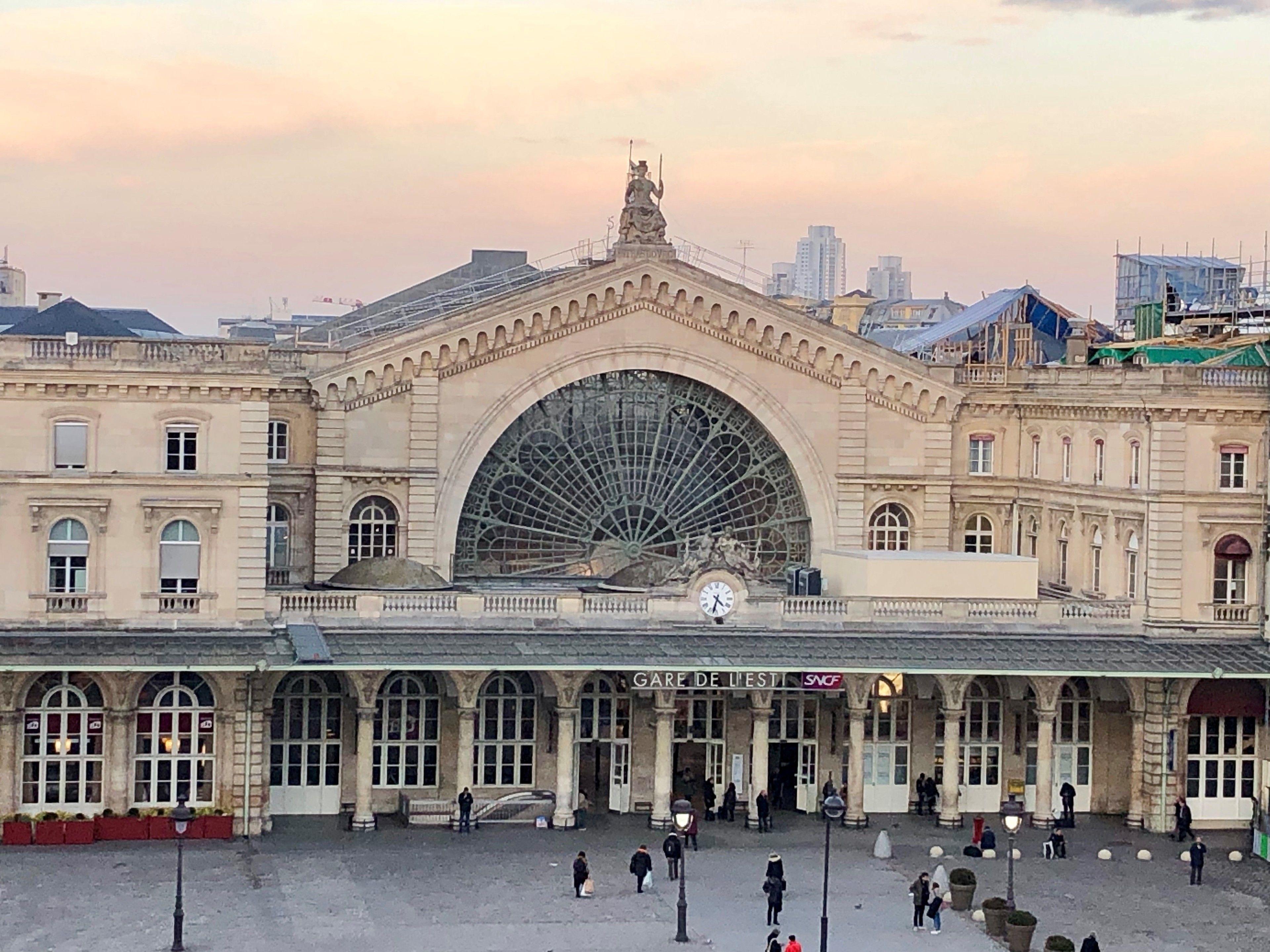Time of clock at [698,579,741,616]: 4:32
